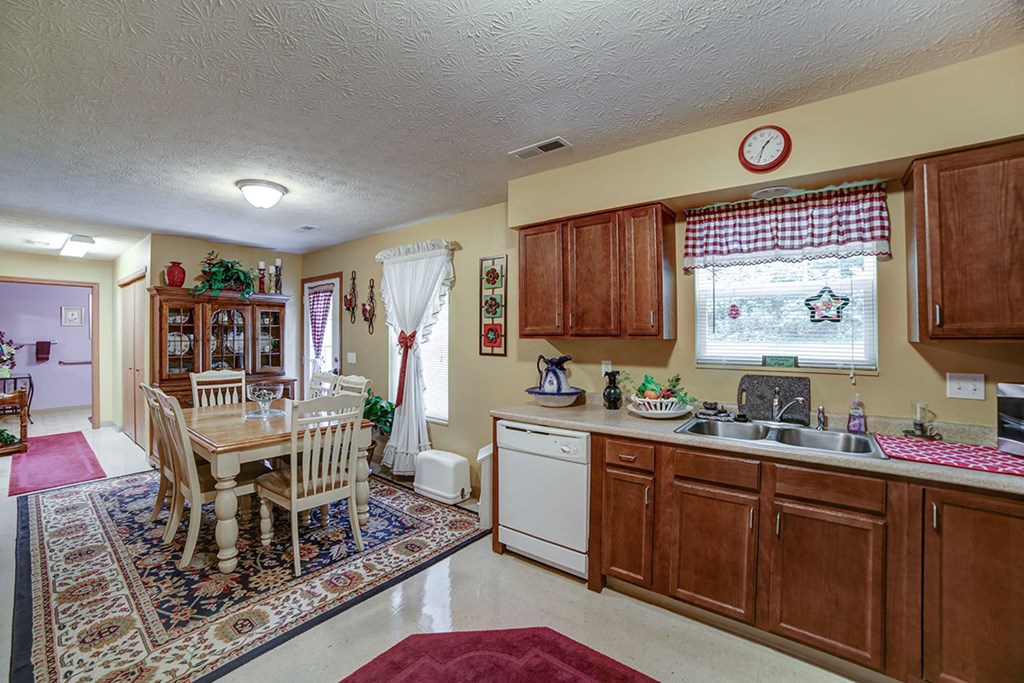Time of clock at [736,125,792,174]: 1:34
